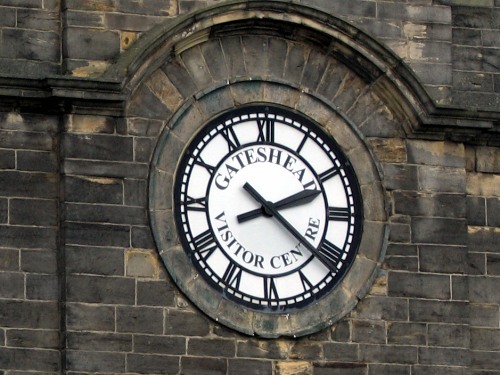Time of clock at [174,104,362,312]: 2:21
